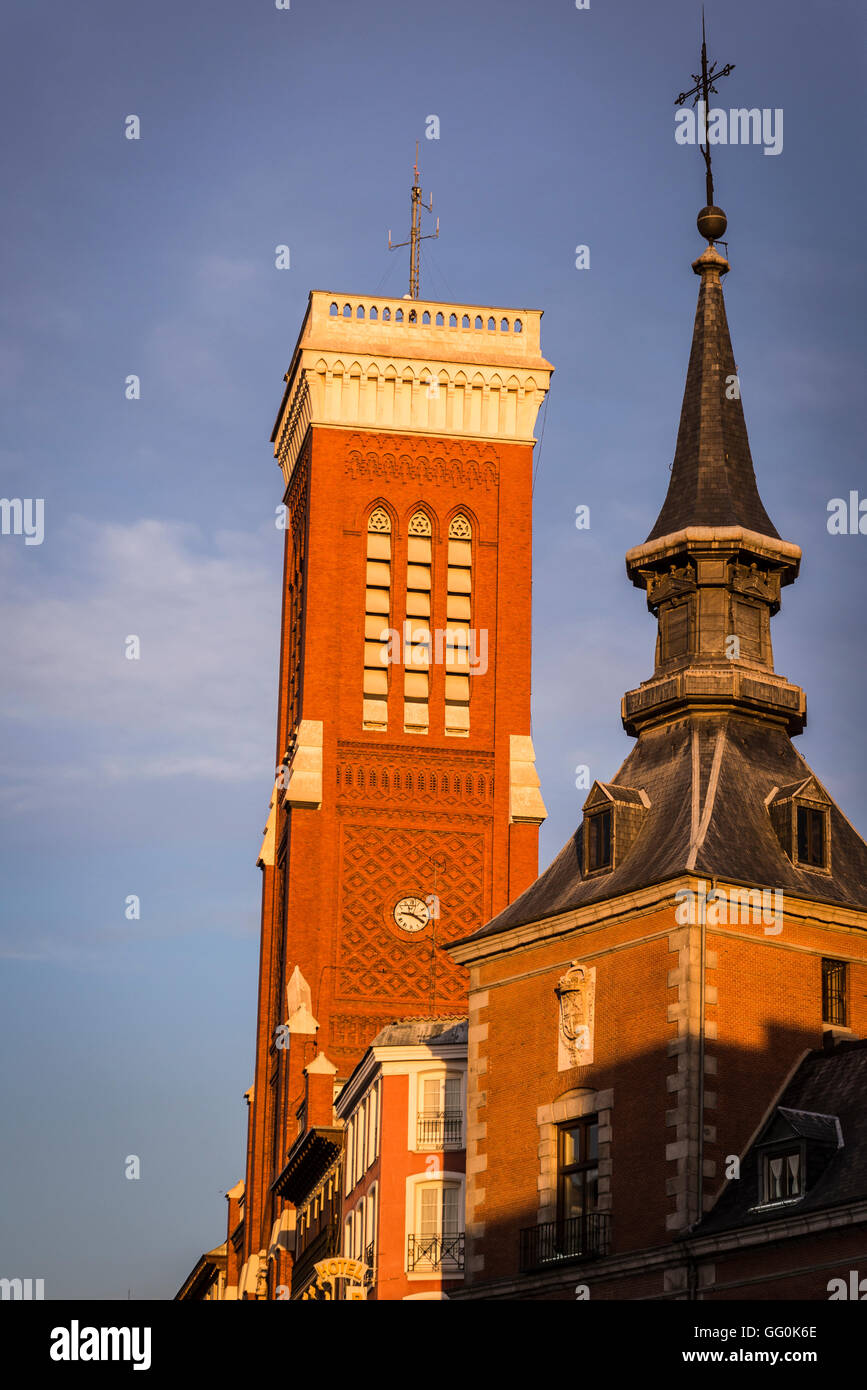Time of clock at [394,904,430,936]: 9:20
